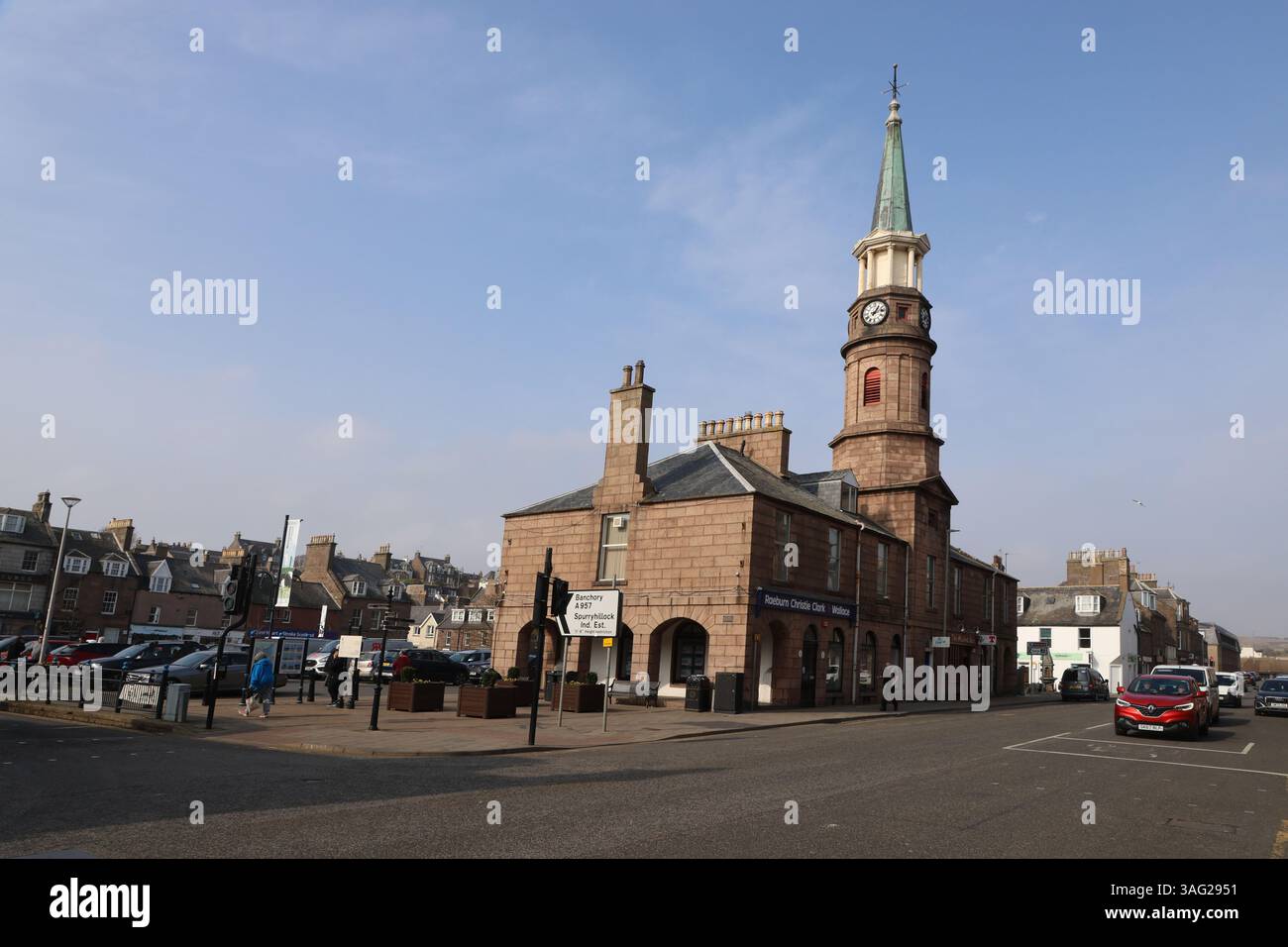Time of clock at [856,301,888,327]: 1:13
